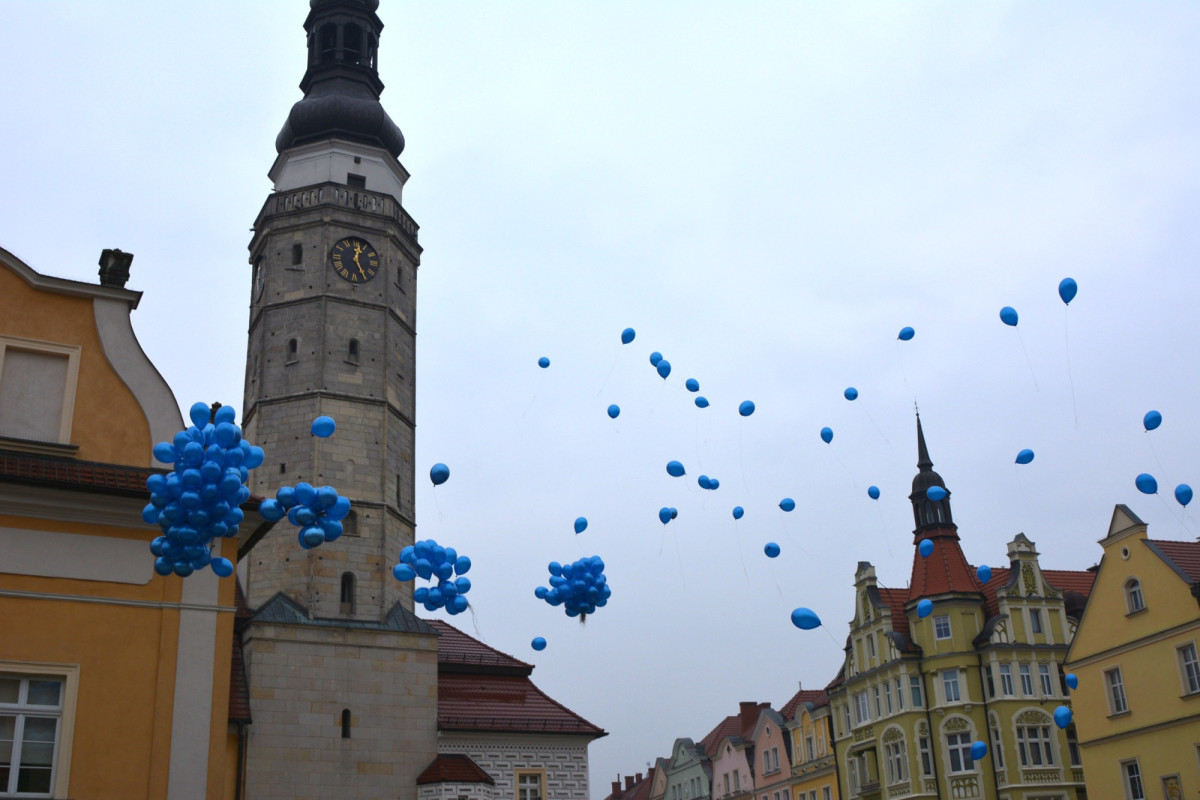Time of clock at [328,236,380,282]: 12:24
